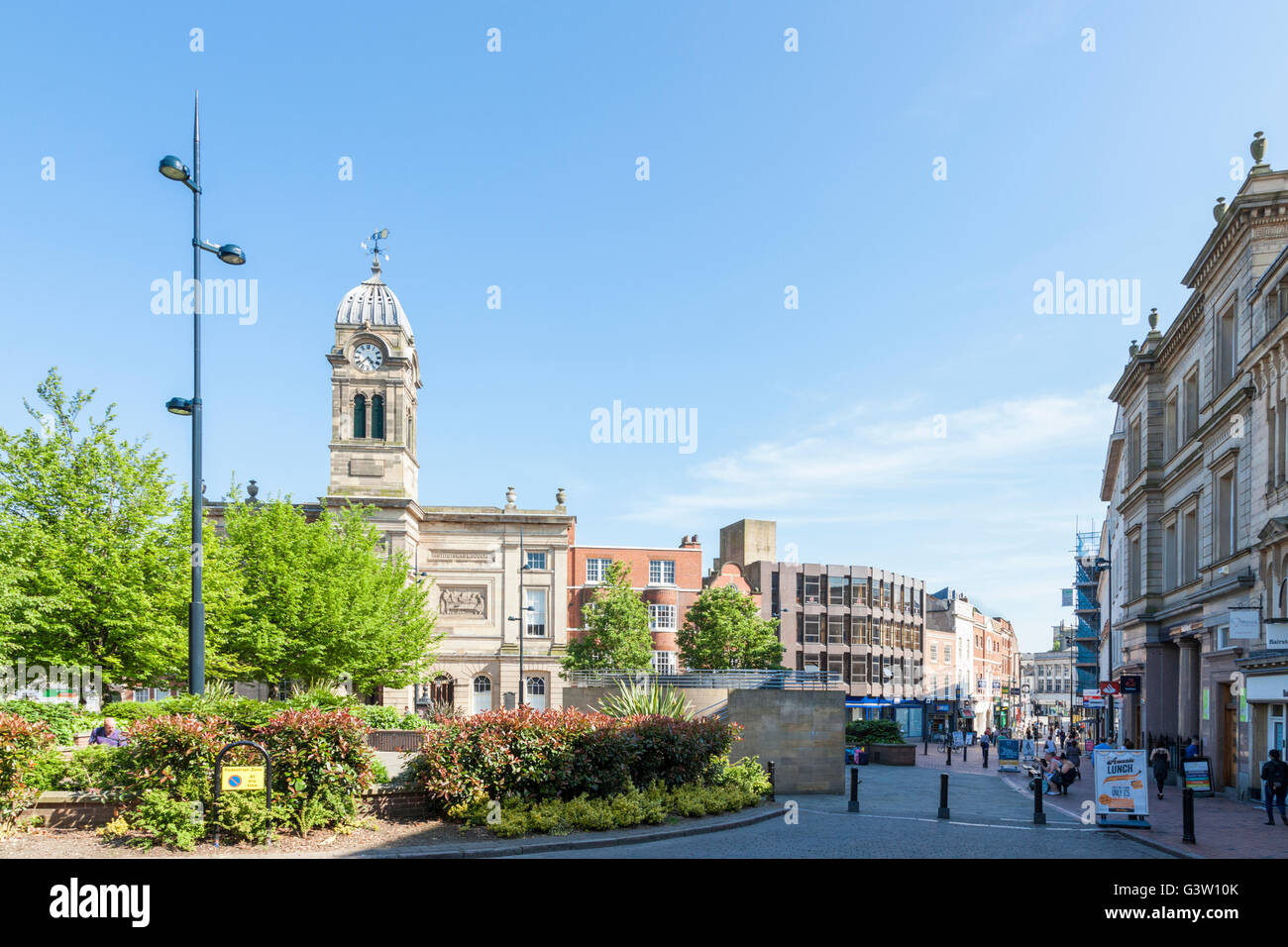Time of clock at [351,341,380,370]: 4:37
